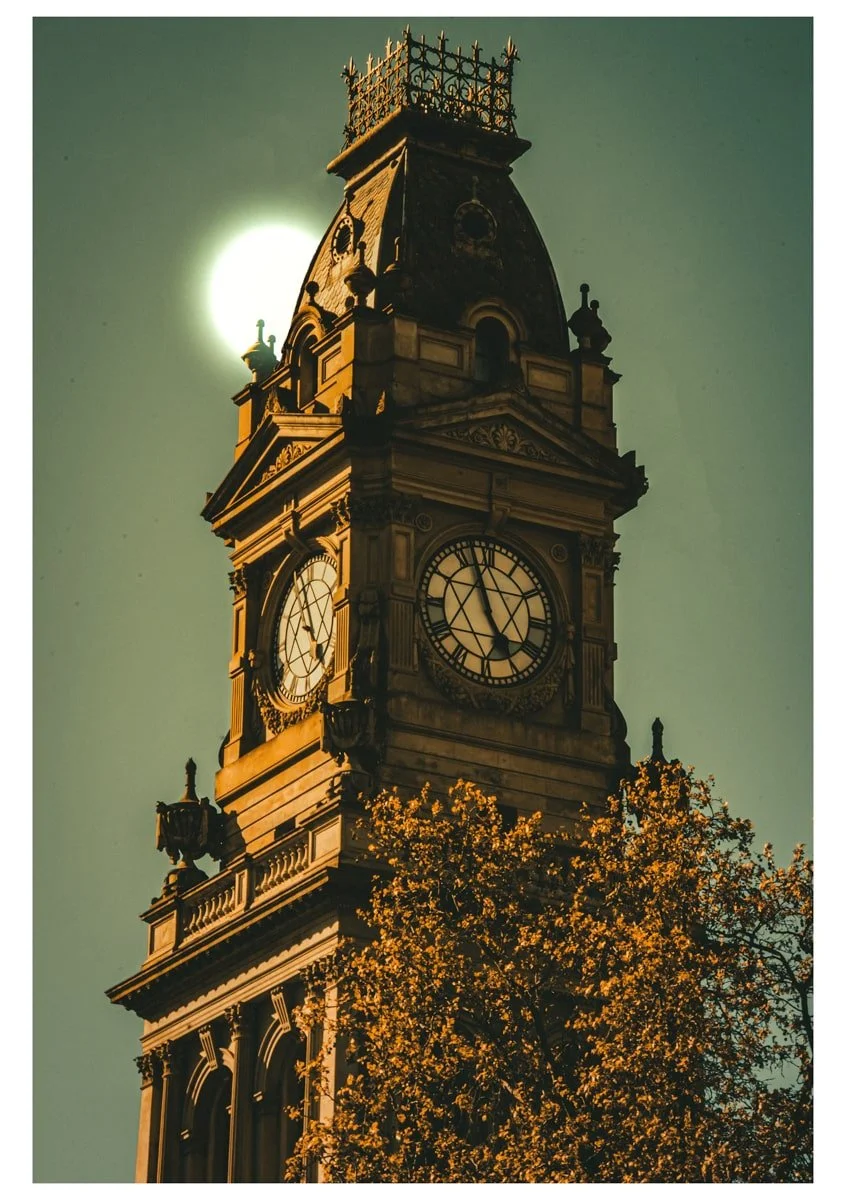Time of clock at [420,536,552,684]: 4:56
